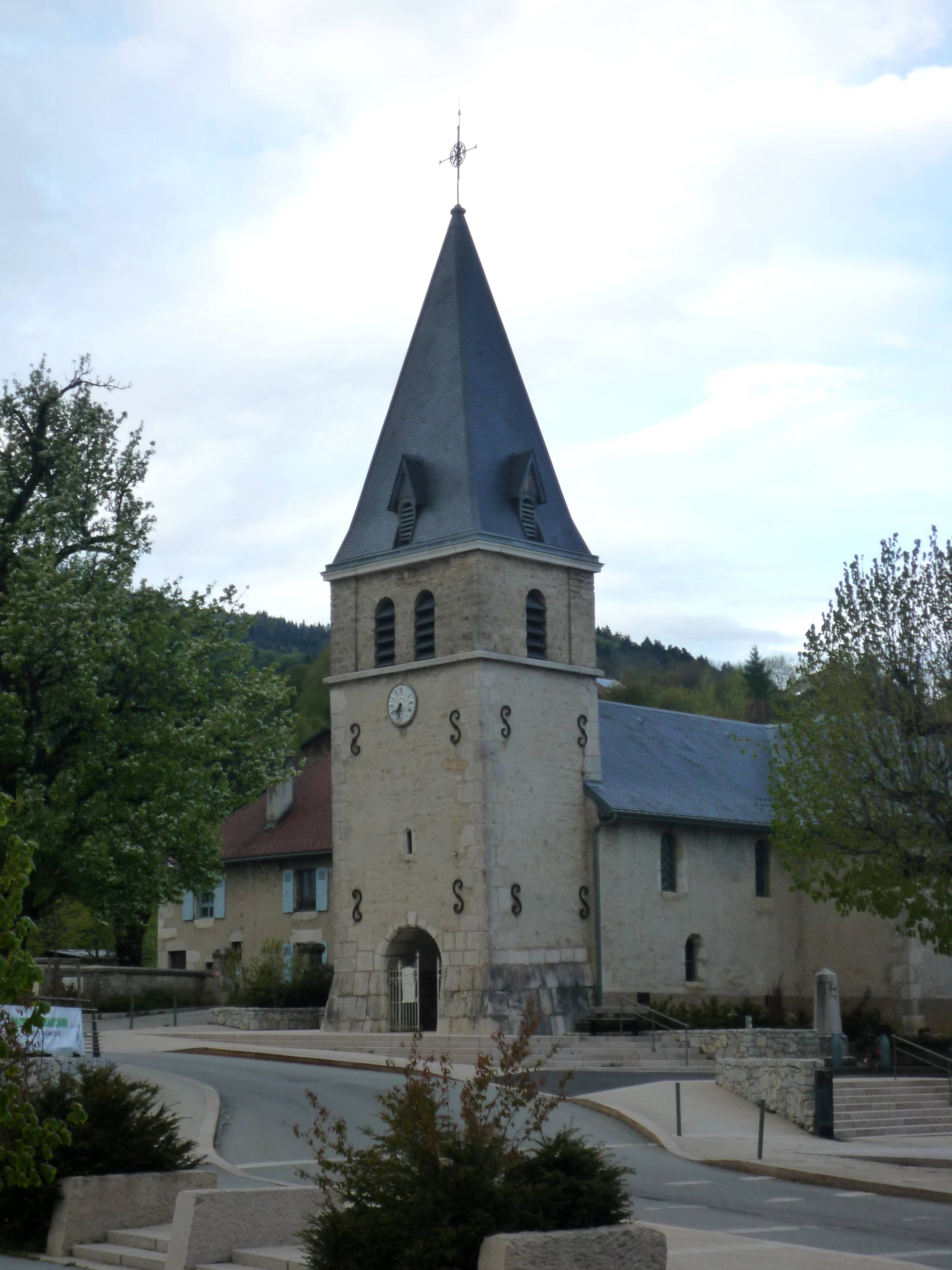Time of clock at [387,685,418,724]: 7:32
